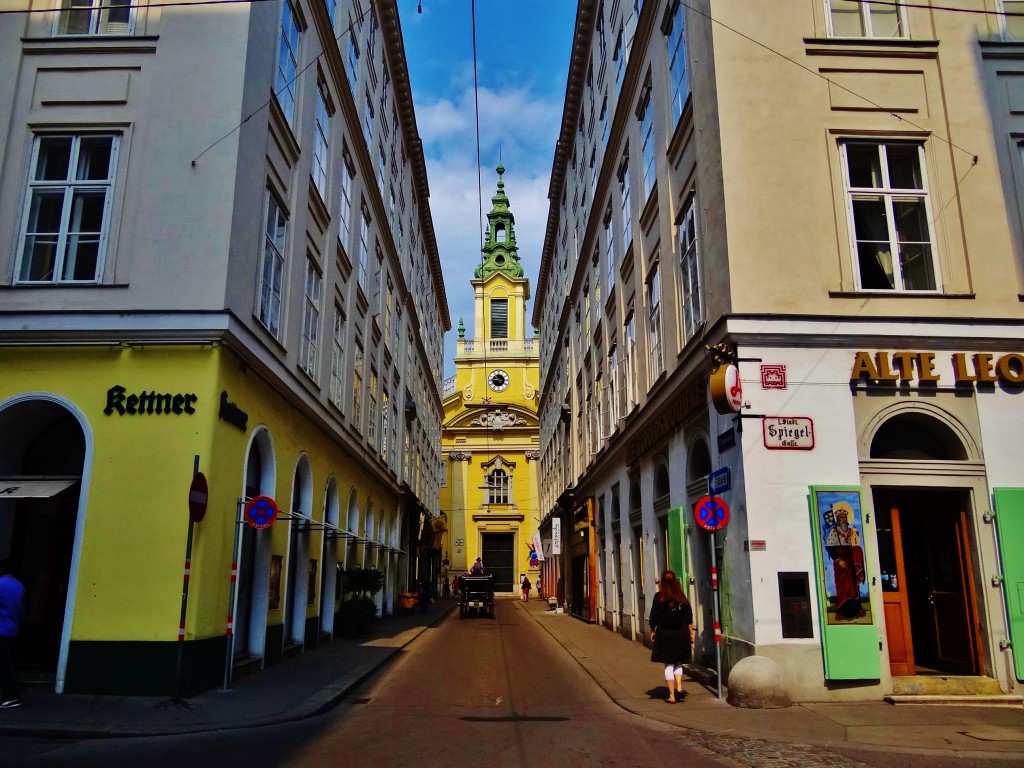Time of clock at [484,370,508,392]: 10:45
